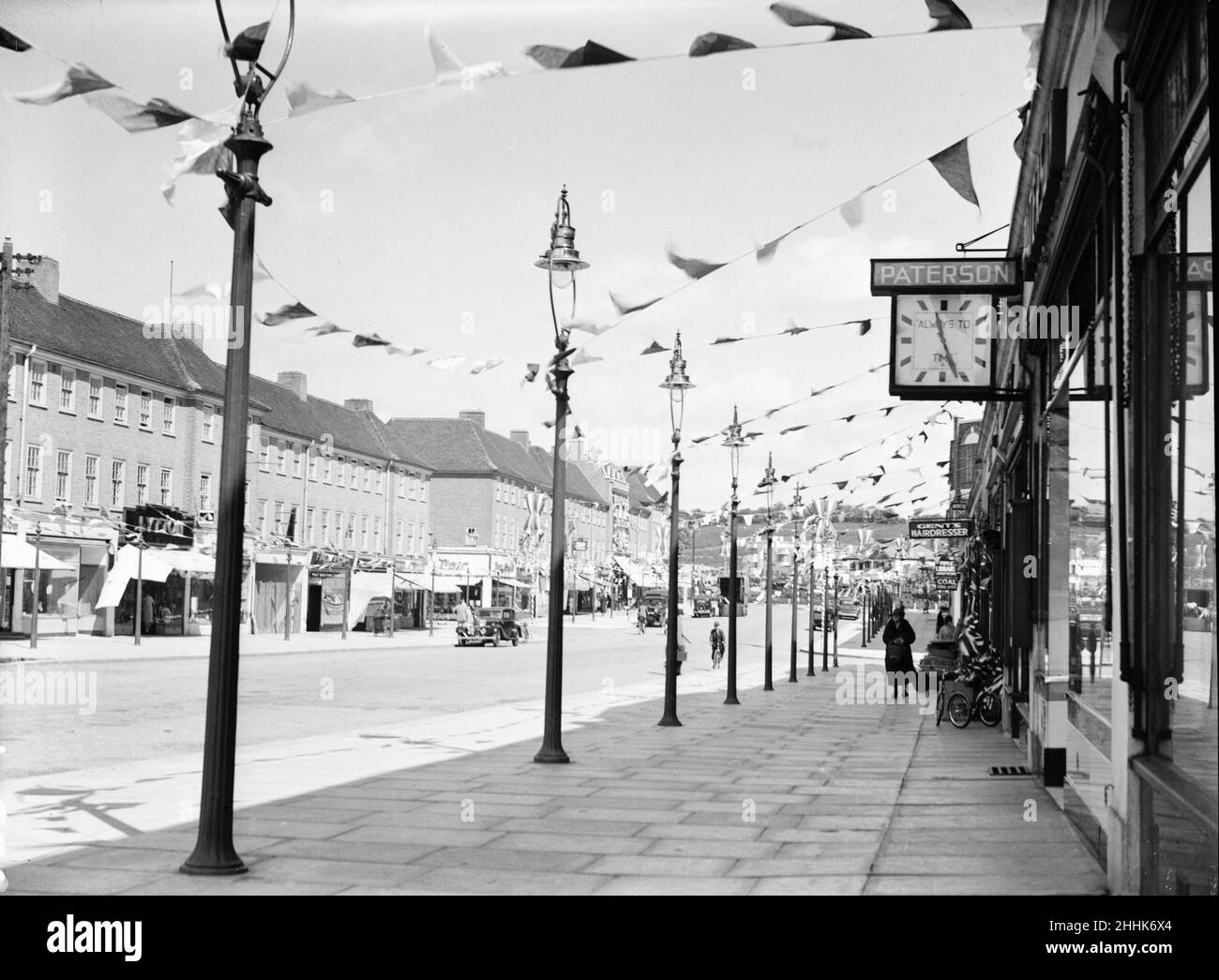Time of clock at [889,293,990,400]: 11:26
